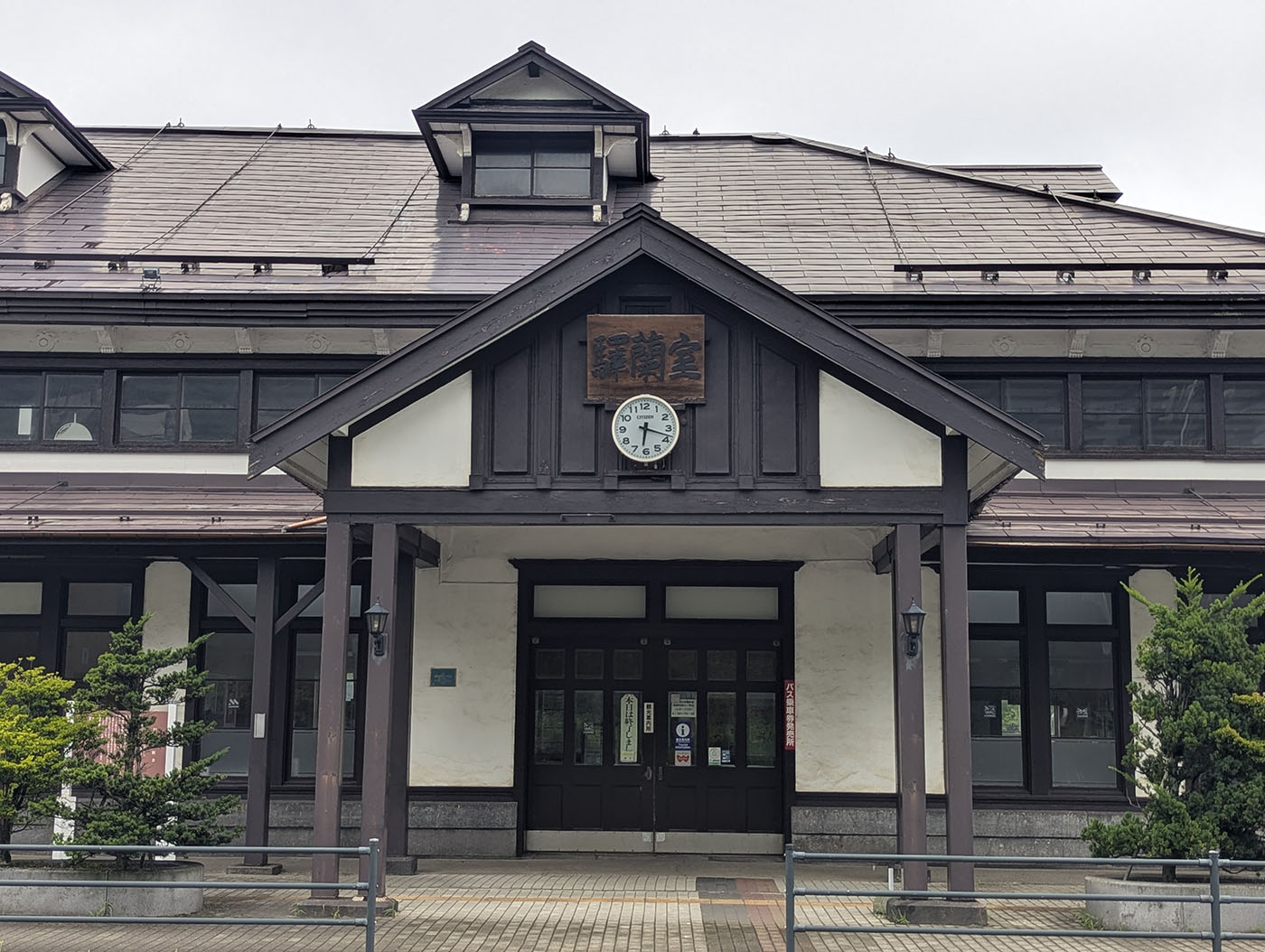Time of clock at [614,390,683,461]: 6:18
